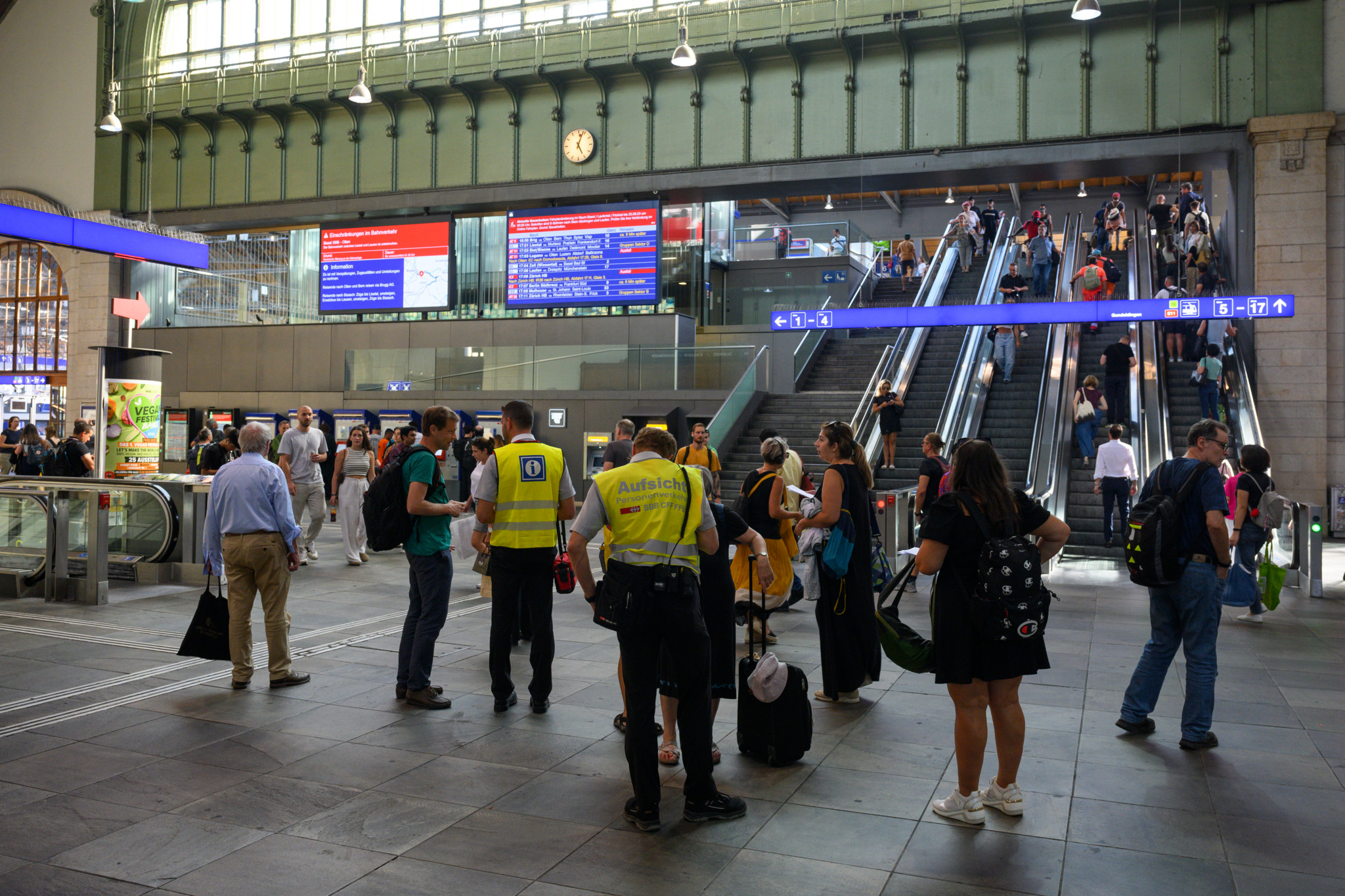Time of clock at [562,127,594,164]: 5:03
